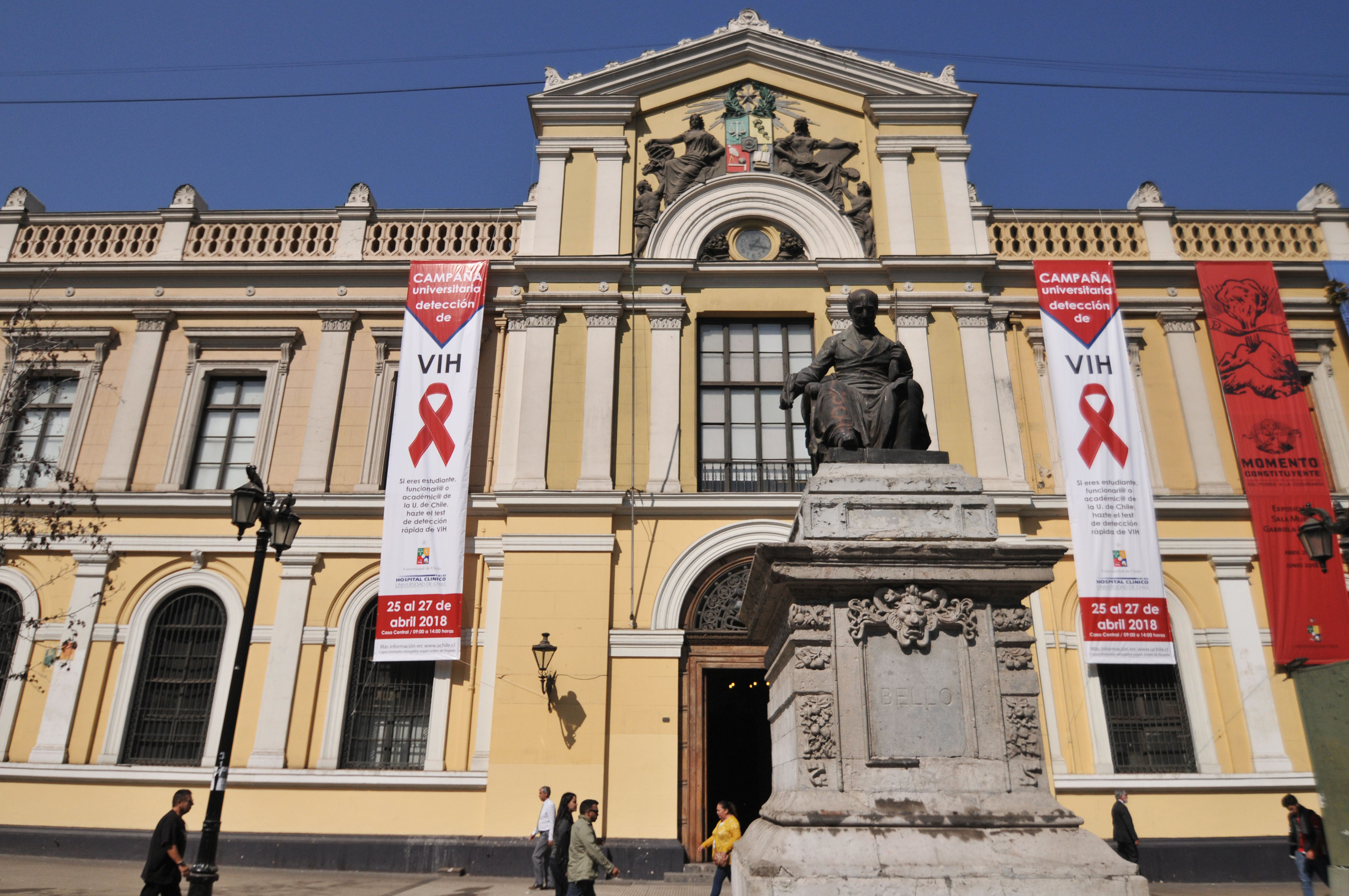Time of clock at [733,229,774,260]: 1:16
